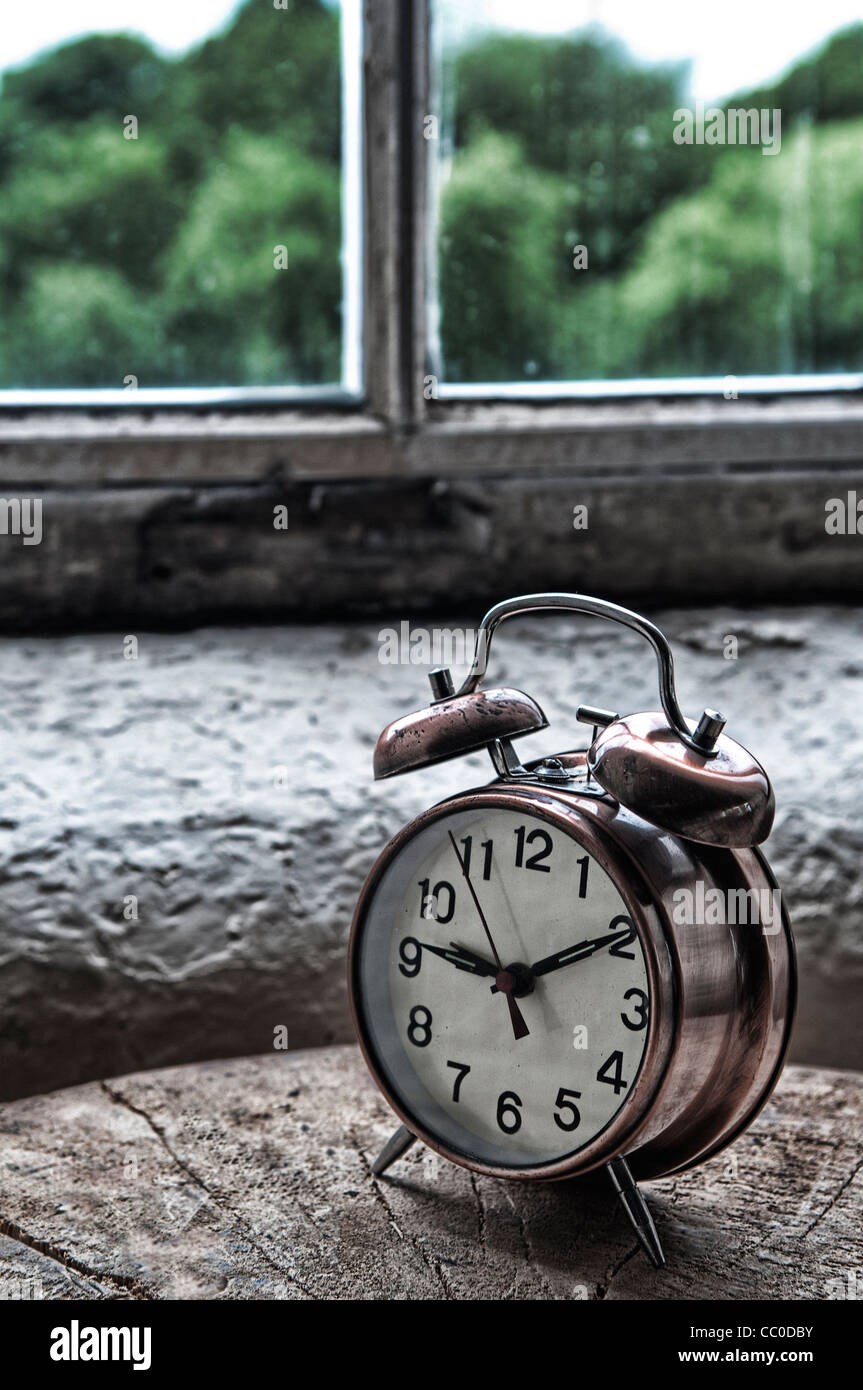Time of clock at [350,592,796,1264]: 9:10
